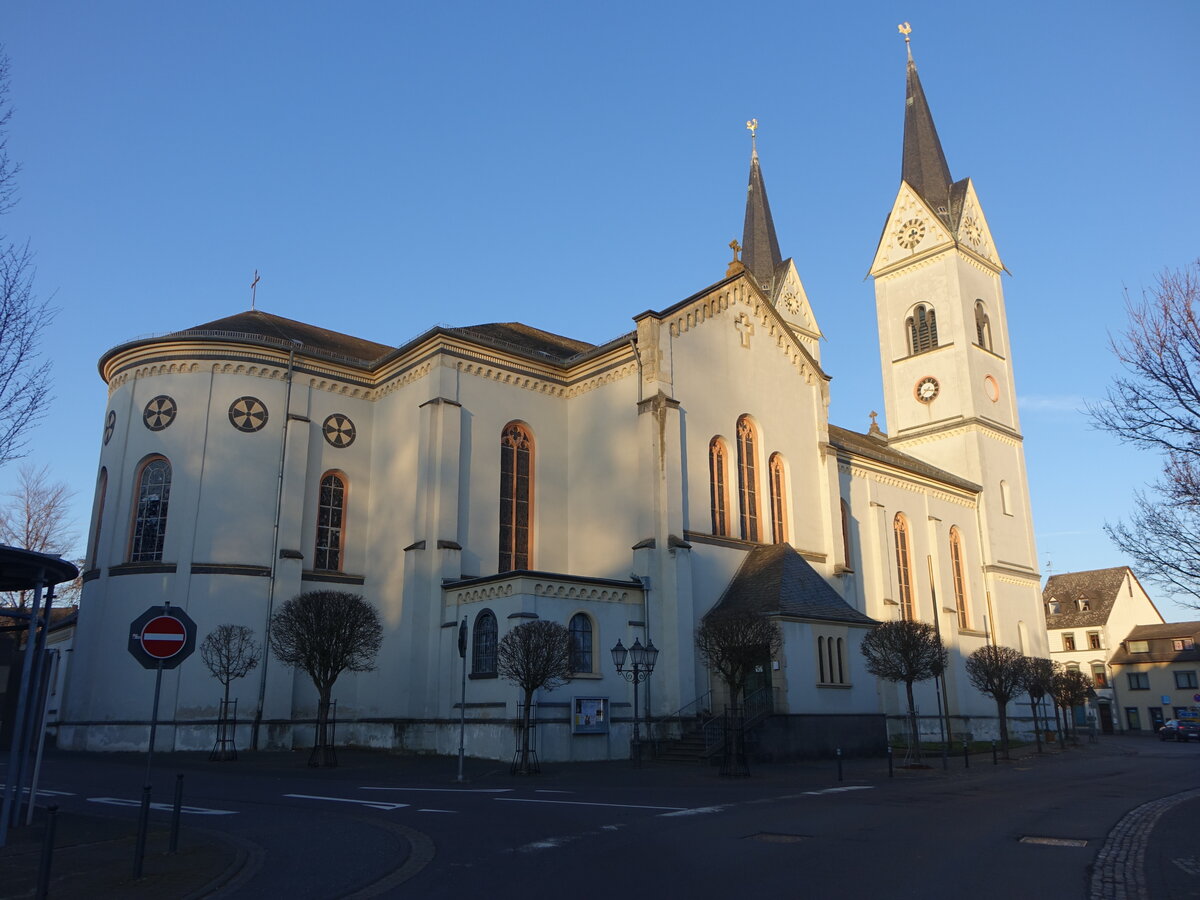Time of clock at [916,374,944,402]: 7:15
